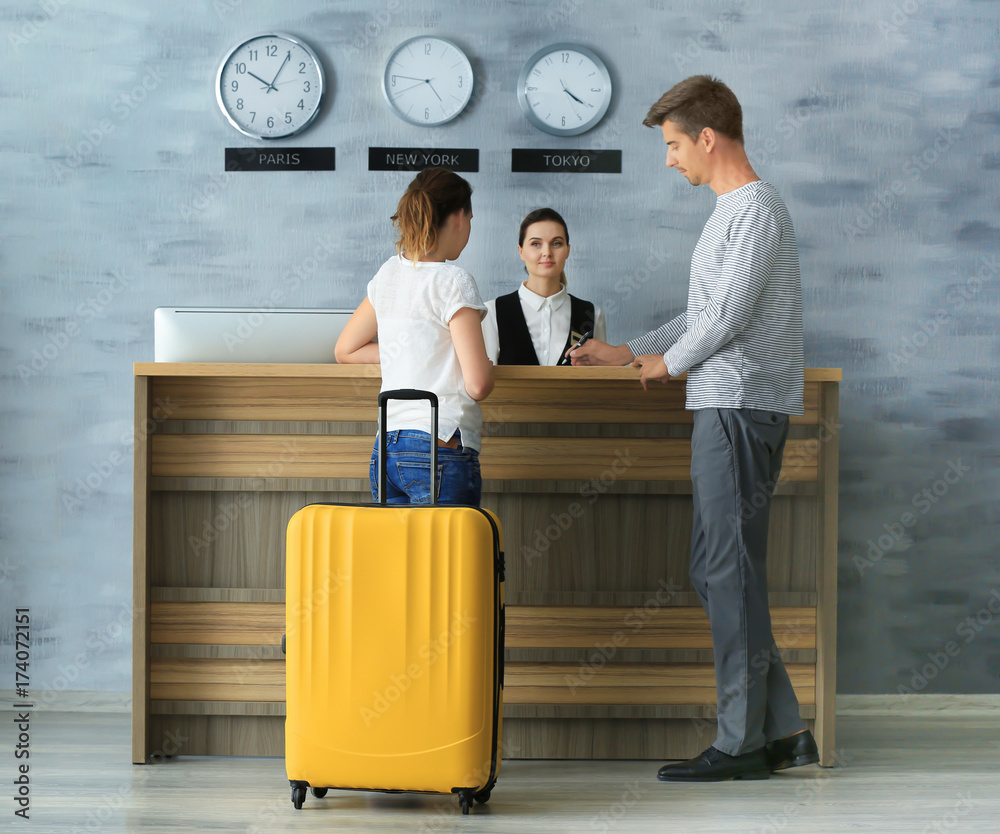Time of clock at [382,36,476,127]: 4:46
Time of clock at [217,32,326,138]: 10:04
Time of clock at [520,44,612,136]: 4:20
